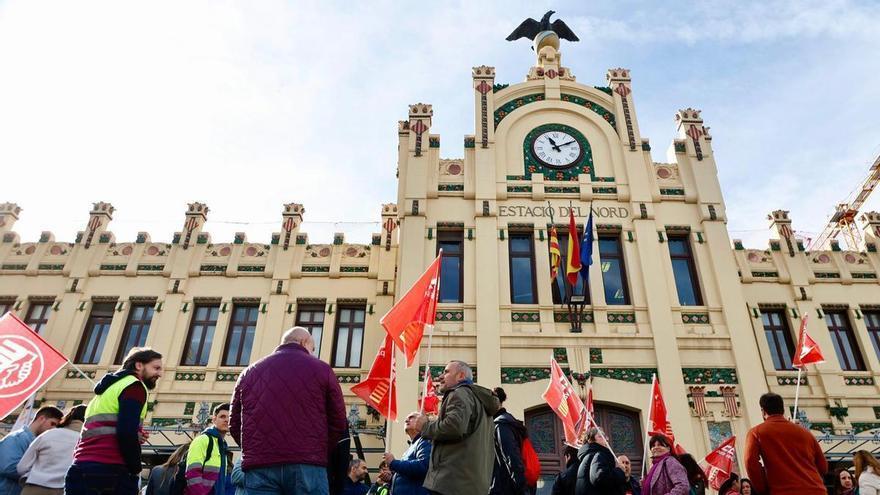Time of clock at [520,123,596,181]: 11:10
